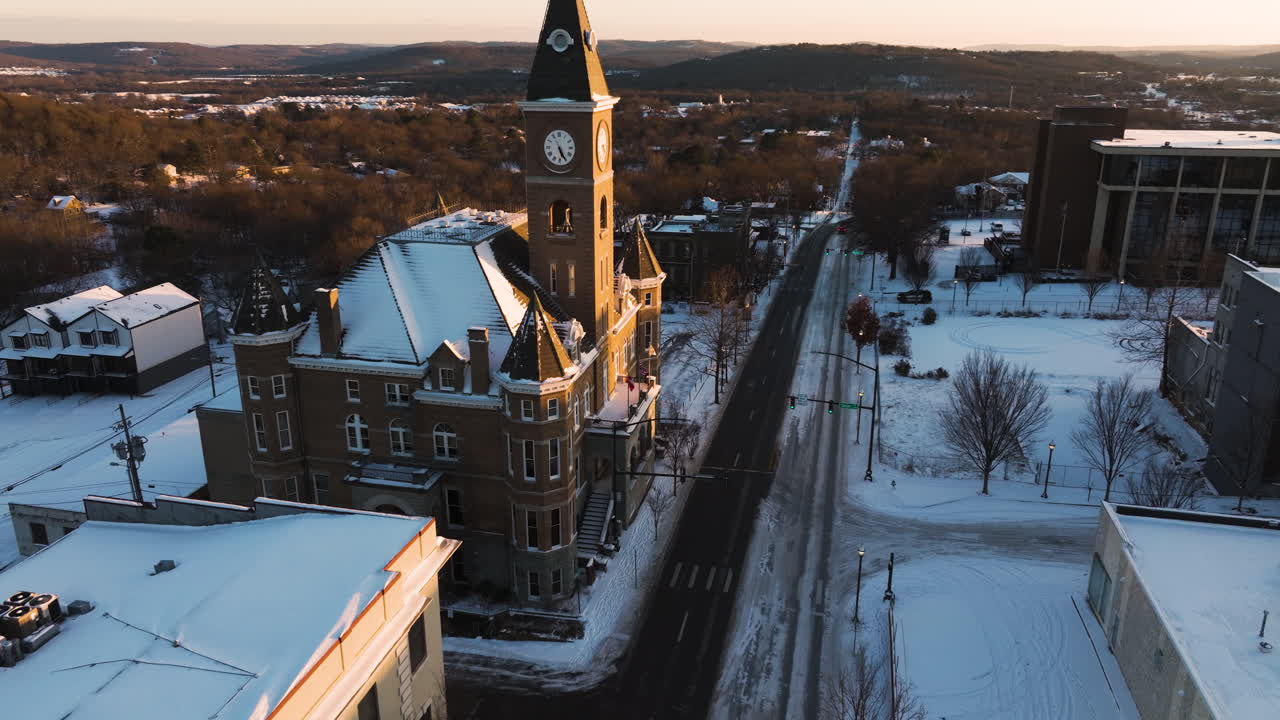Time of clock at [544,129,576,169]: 5:25
